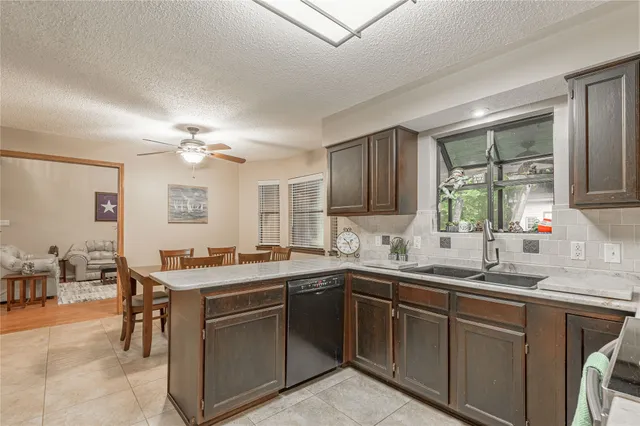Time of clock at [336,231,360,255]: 1:26
